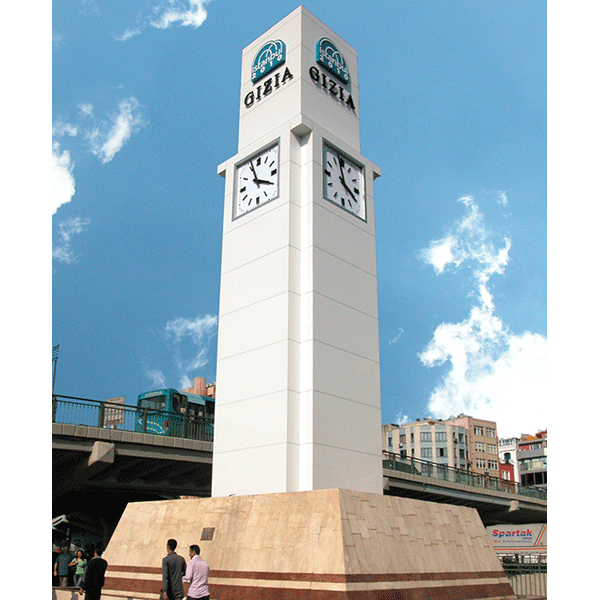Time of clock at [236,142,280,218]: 3:56
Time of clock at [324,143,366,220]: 3:58
